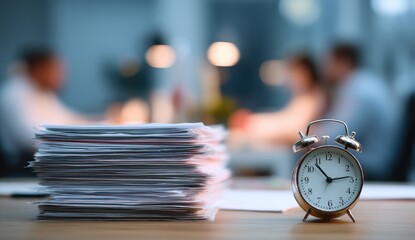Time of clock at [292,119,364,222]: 2:53
